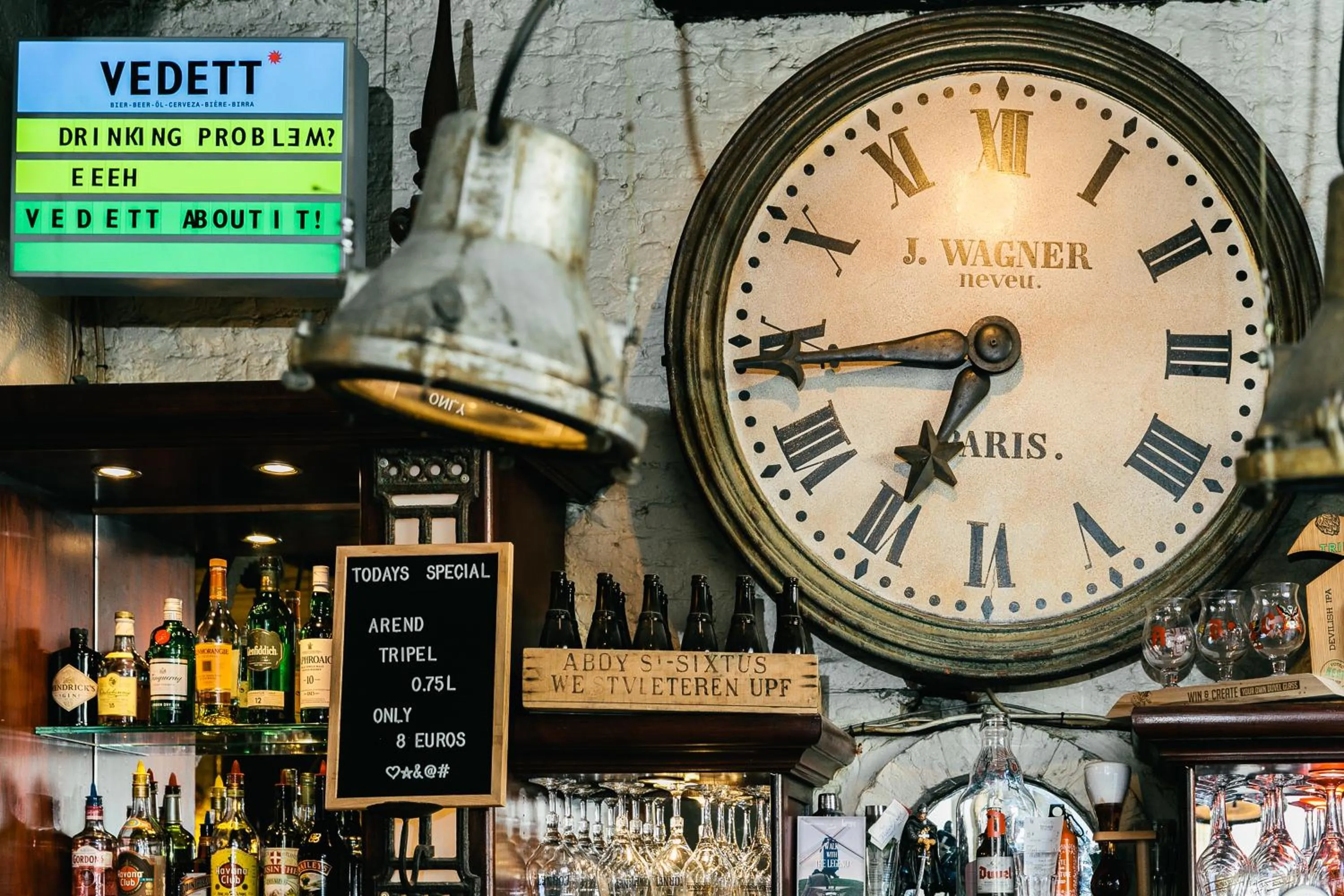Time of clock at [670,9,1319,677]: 6:44
